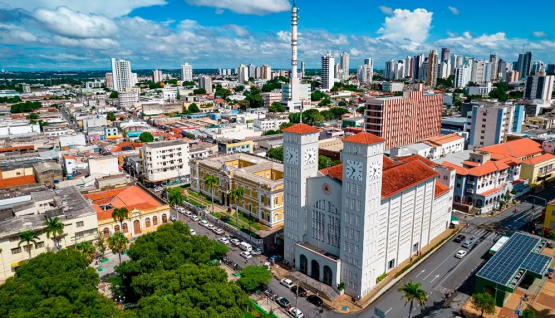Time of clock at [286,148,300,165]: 10:36
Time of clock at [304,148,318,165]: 10:36
